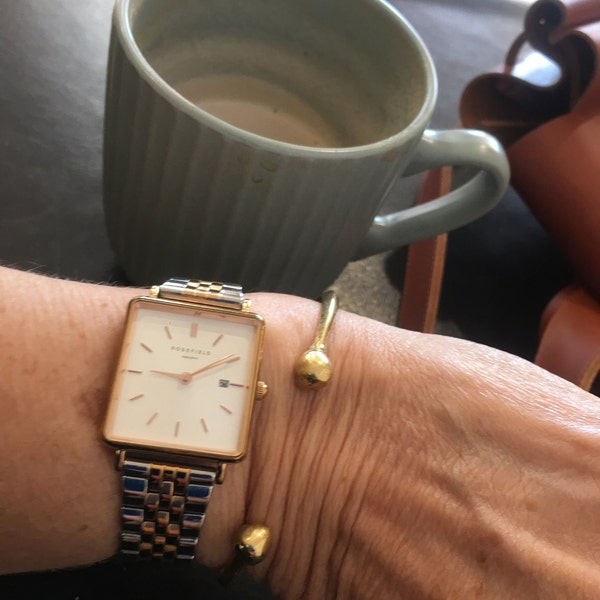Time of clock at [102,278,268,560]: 9:10
